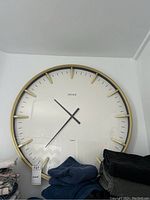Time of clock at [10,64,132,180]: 10:36
